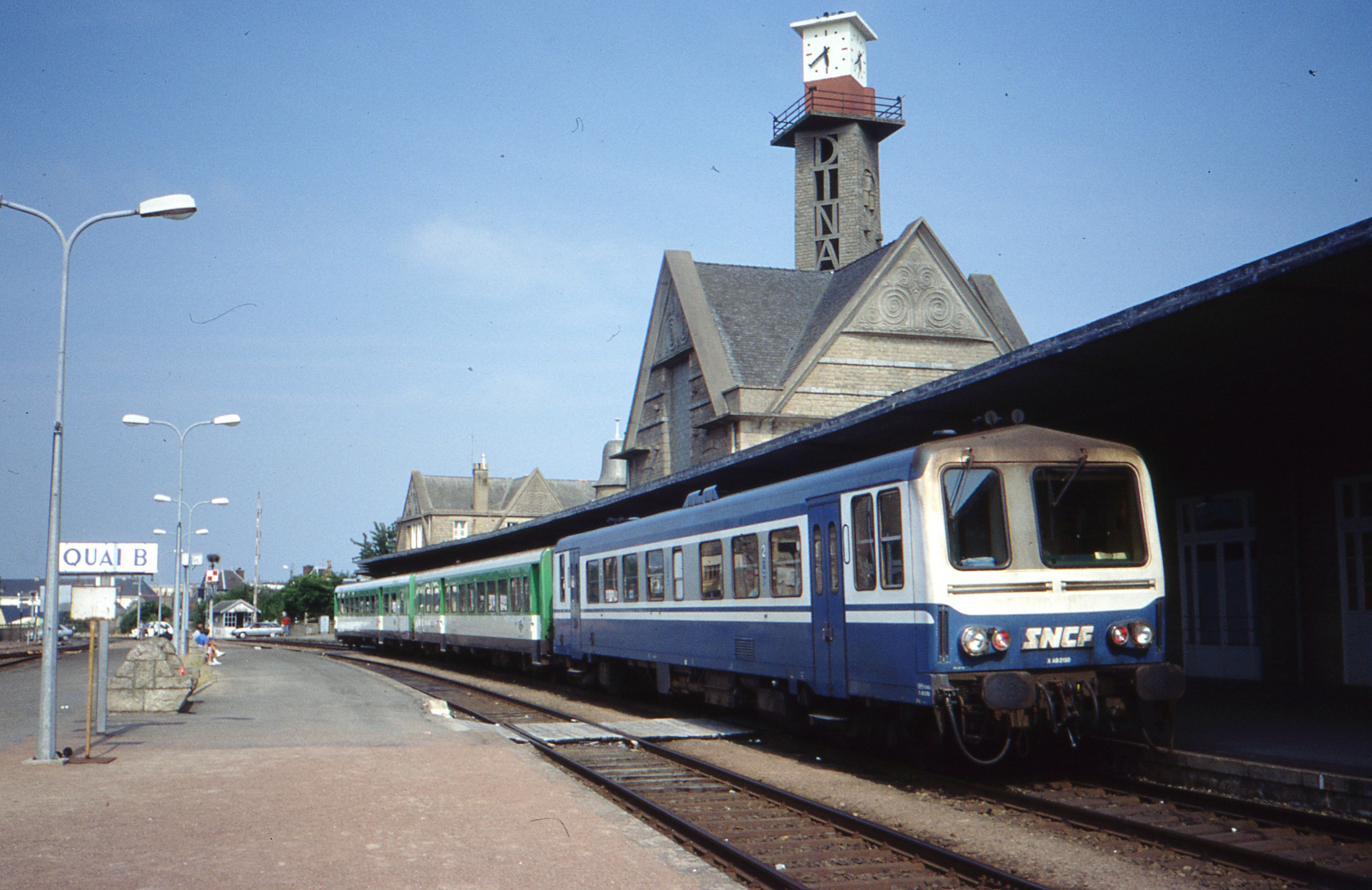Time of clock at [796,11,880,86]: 5:38
